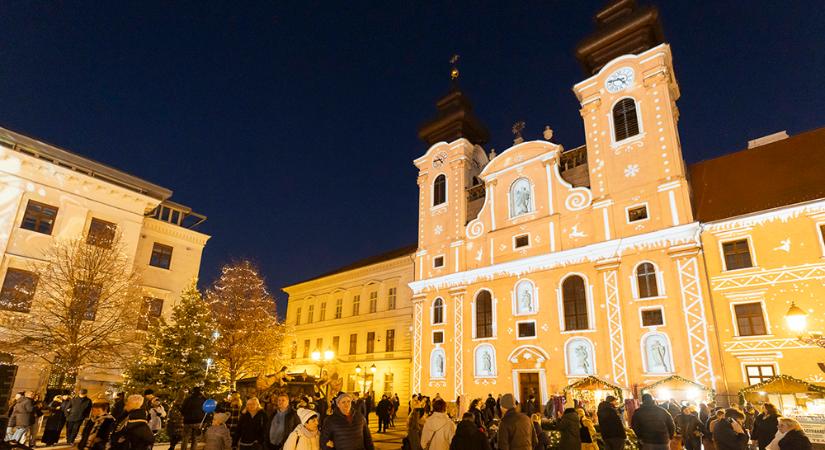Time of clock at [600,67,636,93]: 4:42
